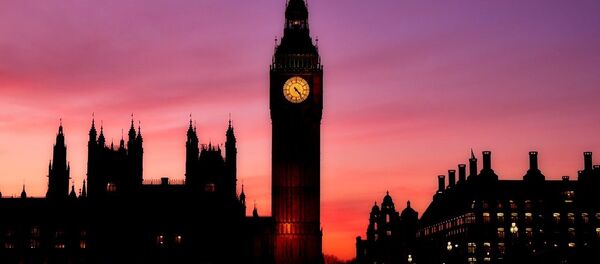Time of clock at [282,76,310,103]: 4:23
